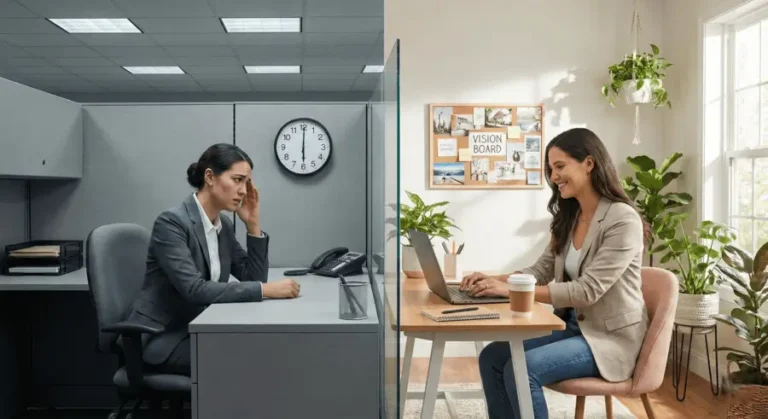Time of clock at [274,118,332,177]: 6:00
